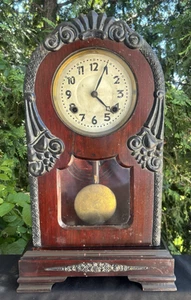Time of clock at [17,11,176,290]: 4:04
